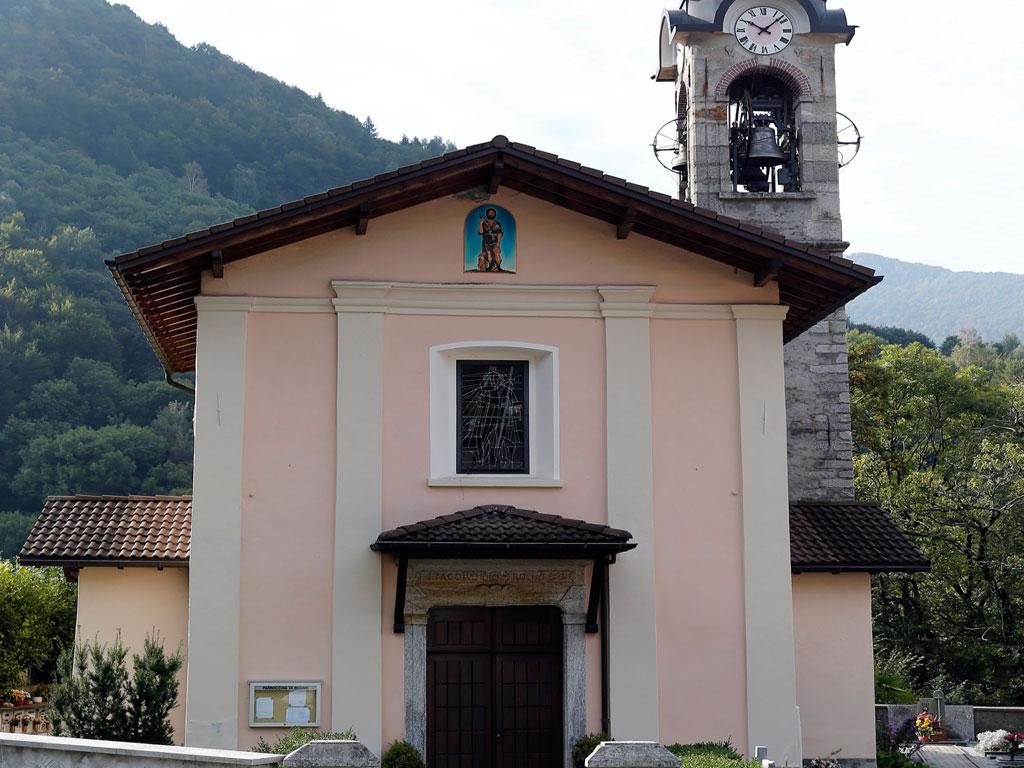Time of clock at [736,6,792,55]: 10:07
